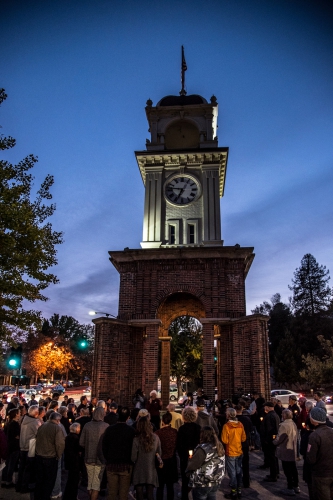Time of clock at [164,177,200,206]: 6:46
